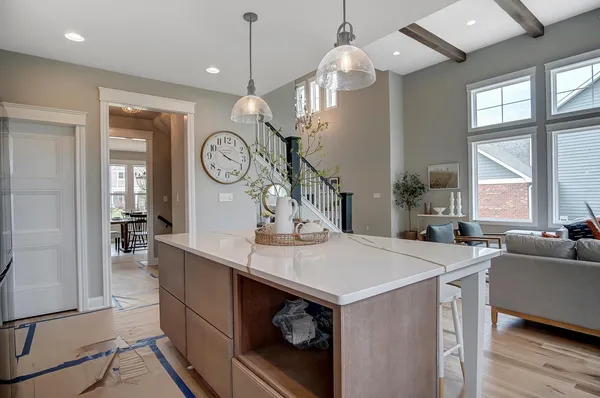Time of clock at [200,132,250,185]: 10:18
